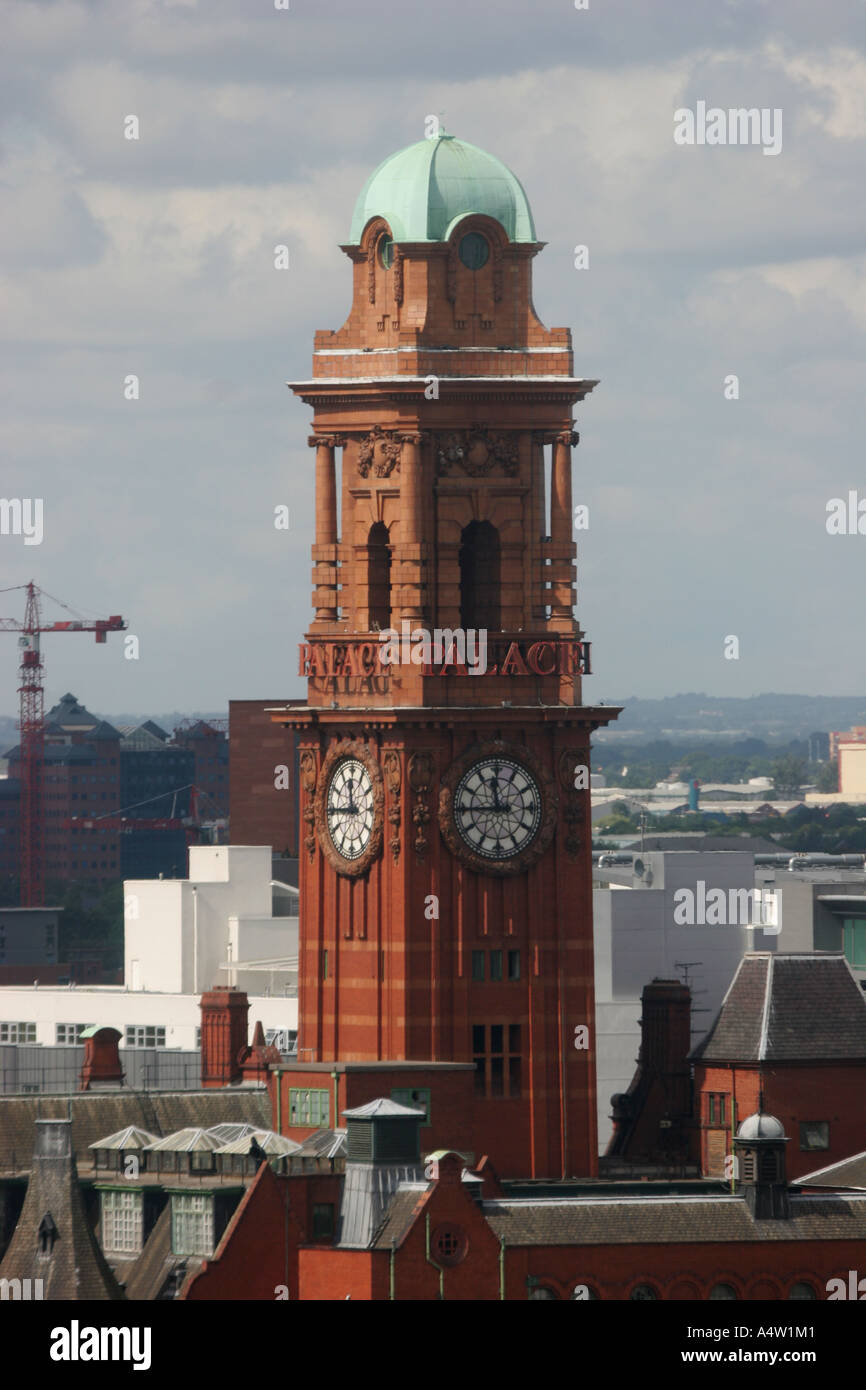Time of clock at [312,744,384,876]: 11:44
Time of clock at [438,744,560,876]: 11:44
